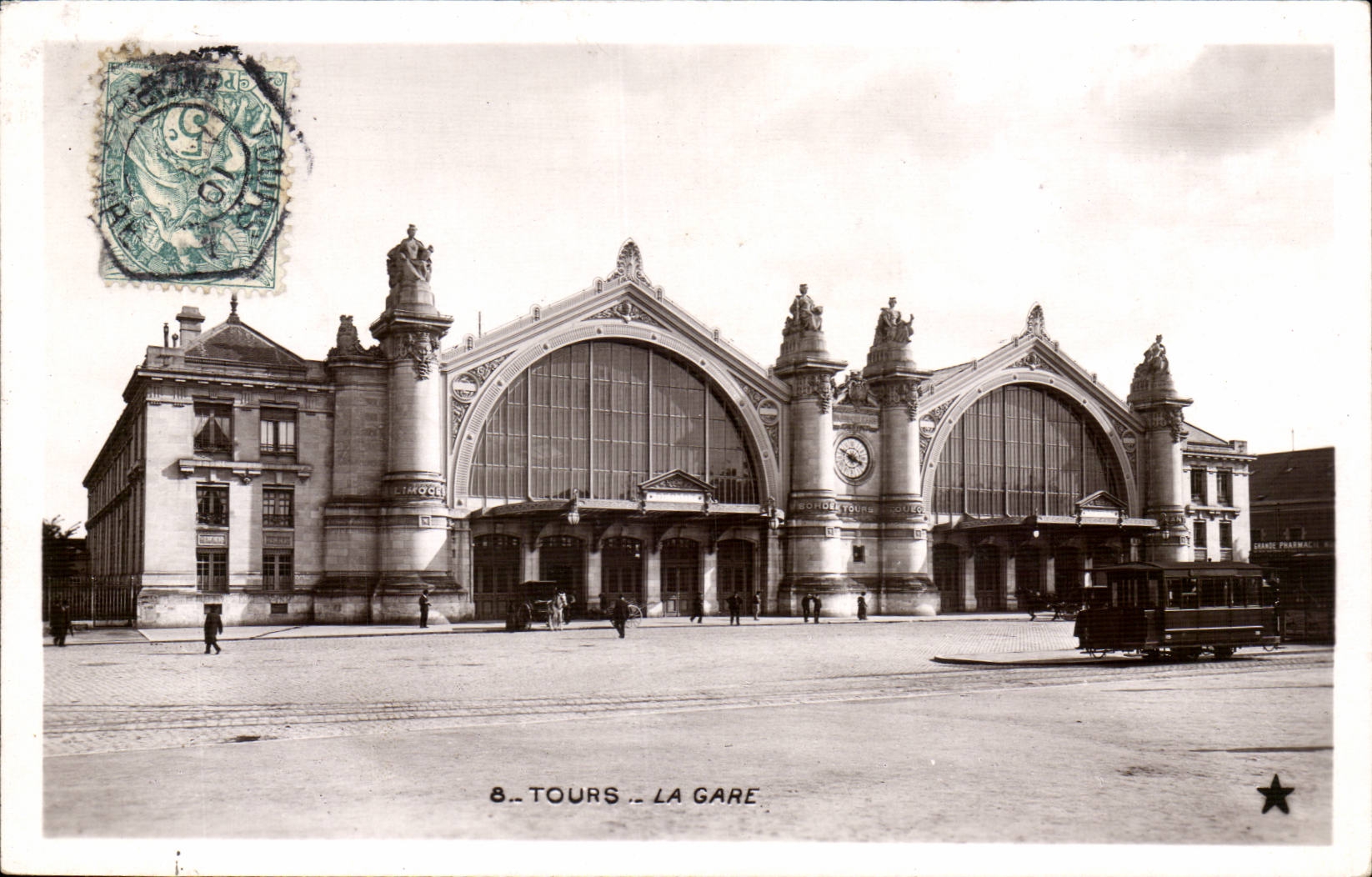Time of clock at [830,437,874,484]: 3:48
